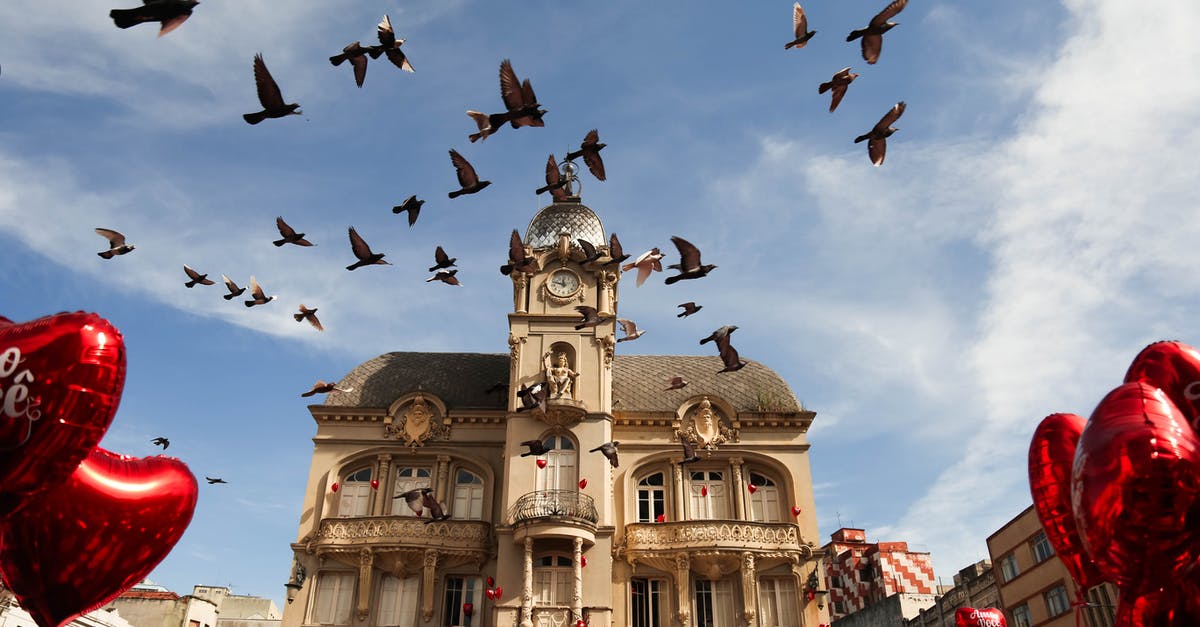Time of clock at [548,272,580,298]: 11:47
